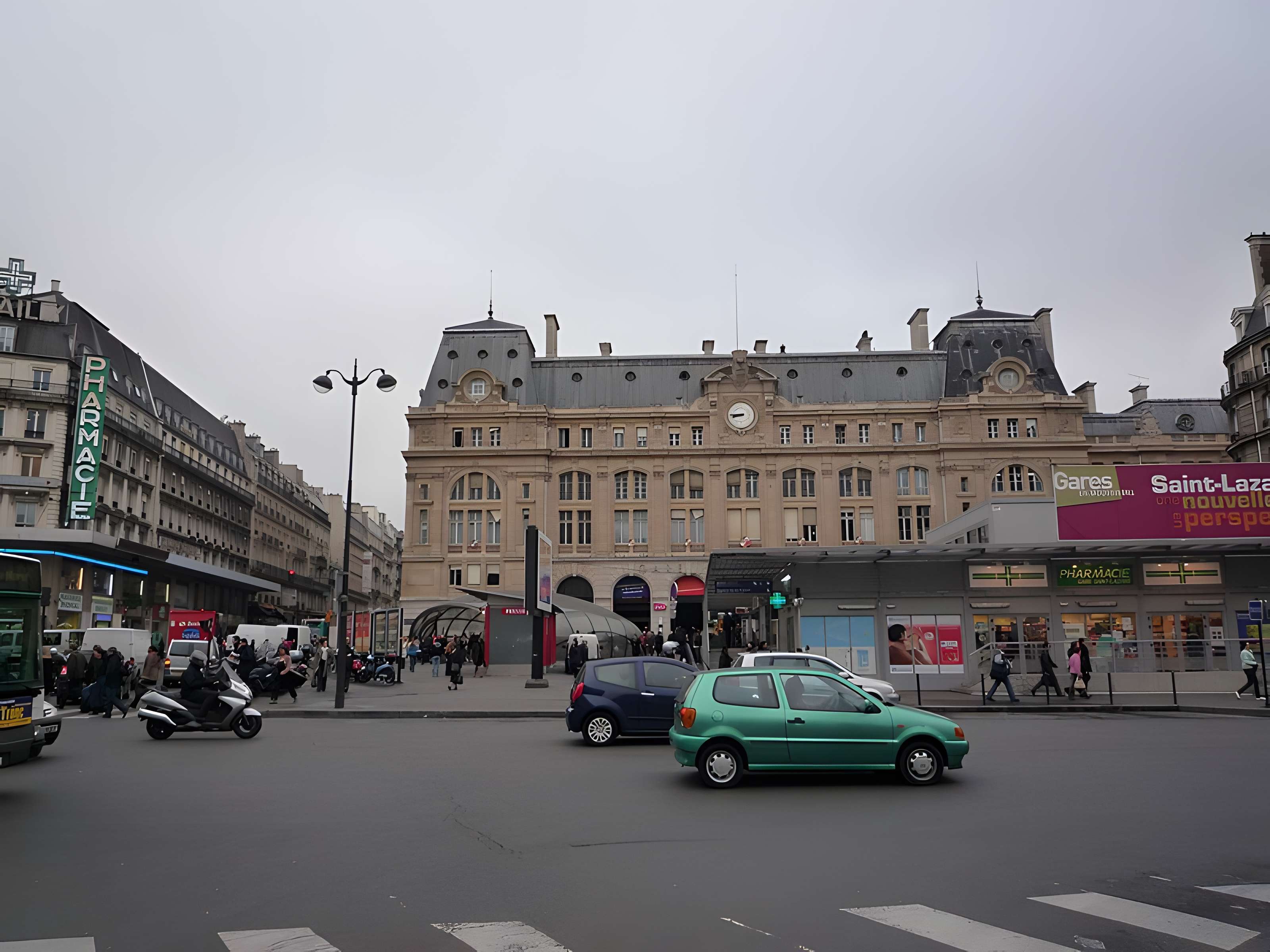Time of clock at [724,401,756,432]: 8:46
